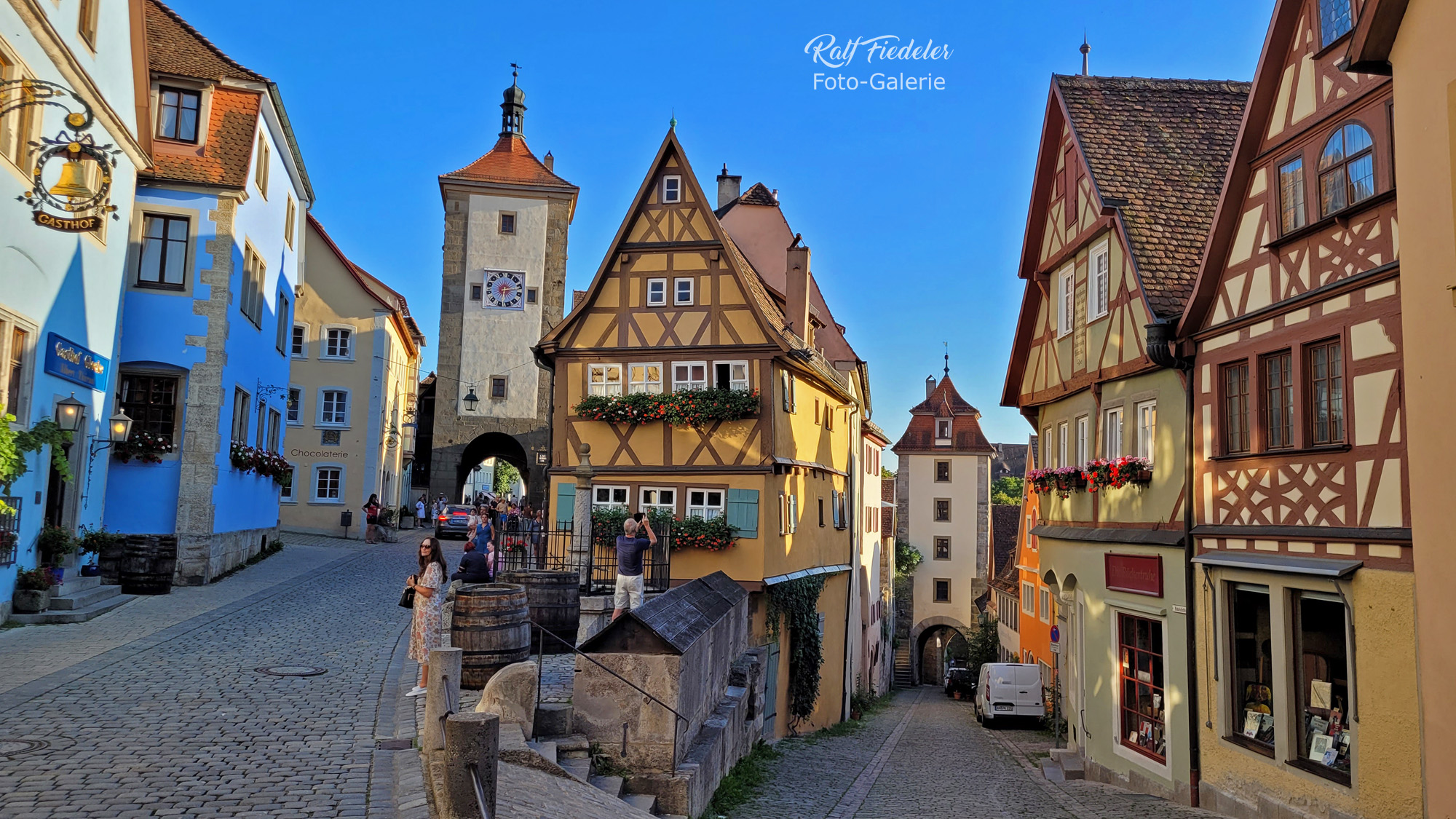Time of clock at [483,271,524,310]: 6:13
